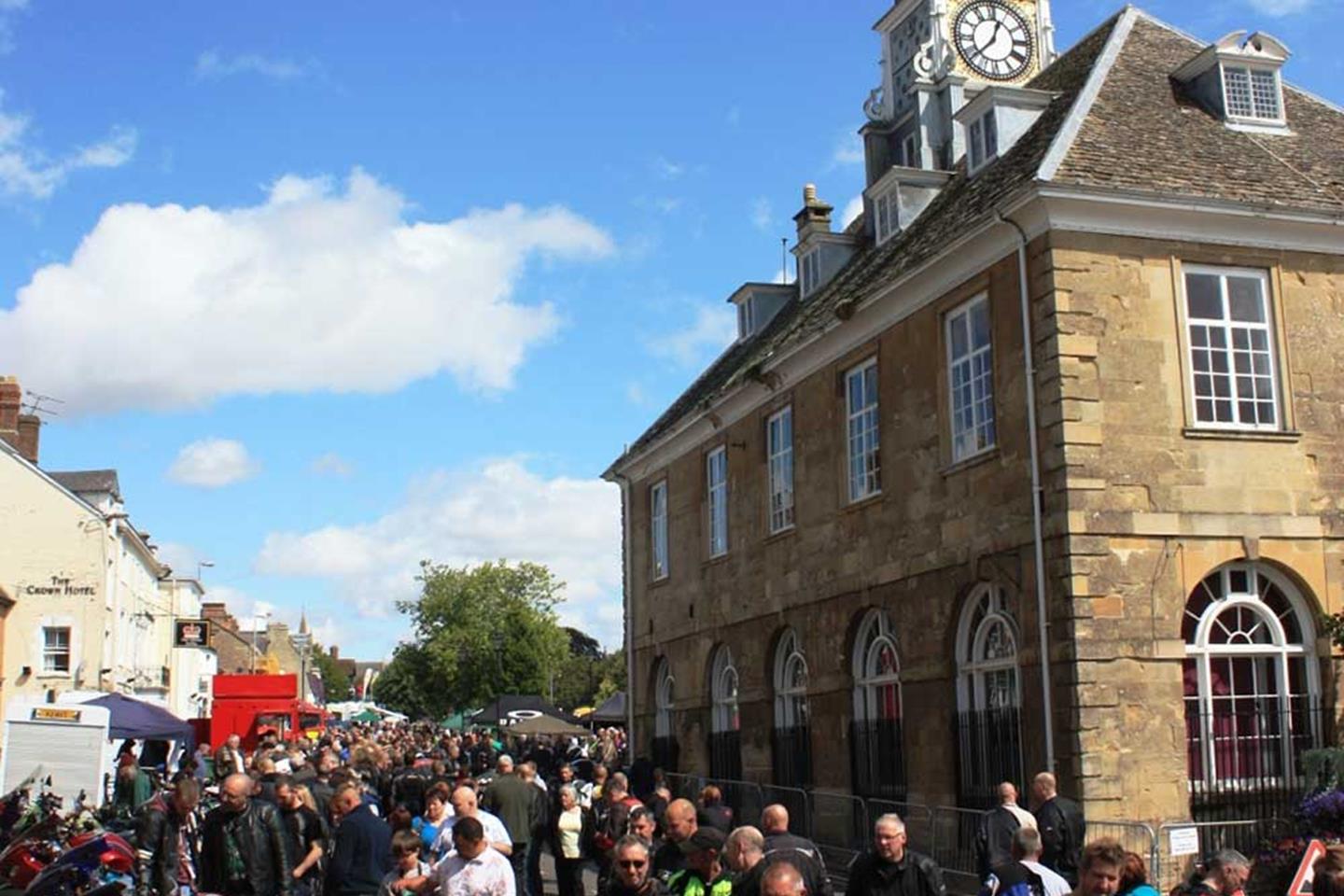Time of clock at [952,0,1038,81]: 12:38
